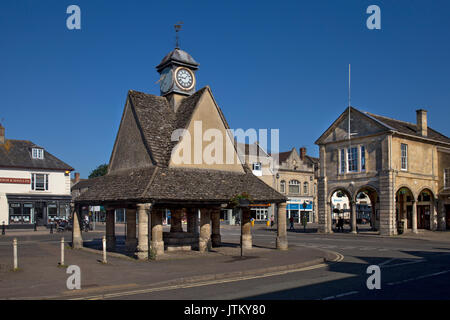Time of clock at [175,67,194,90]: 9:07
